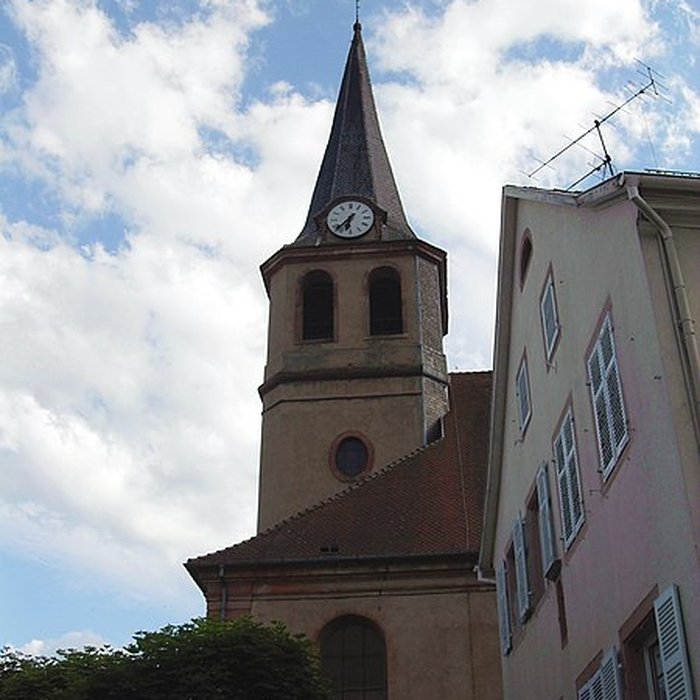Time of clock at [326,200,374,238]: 6:37
